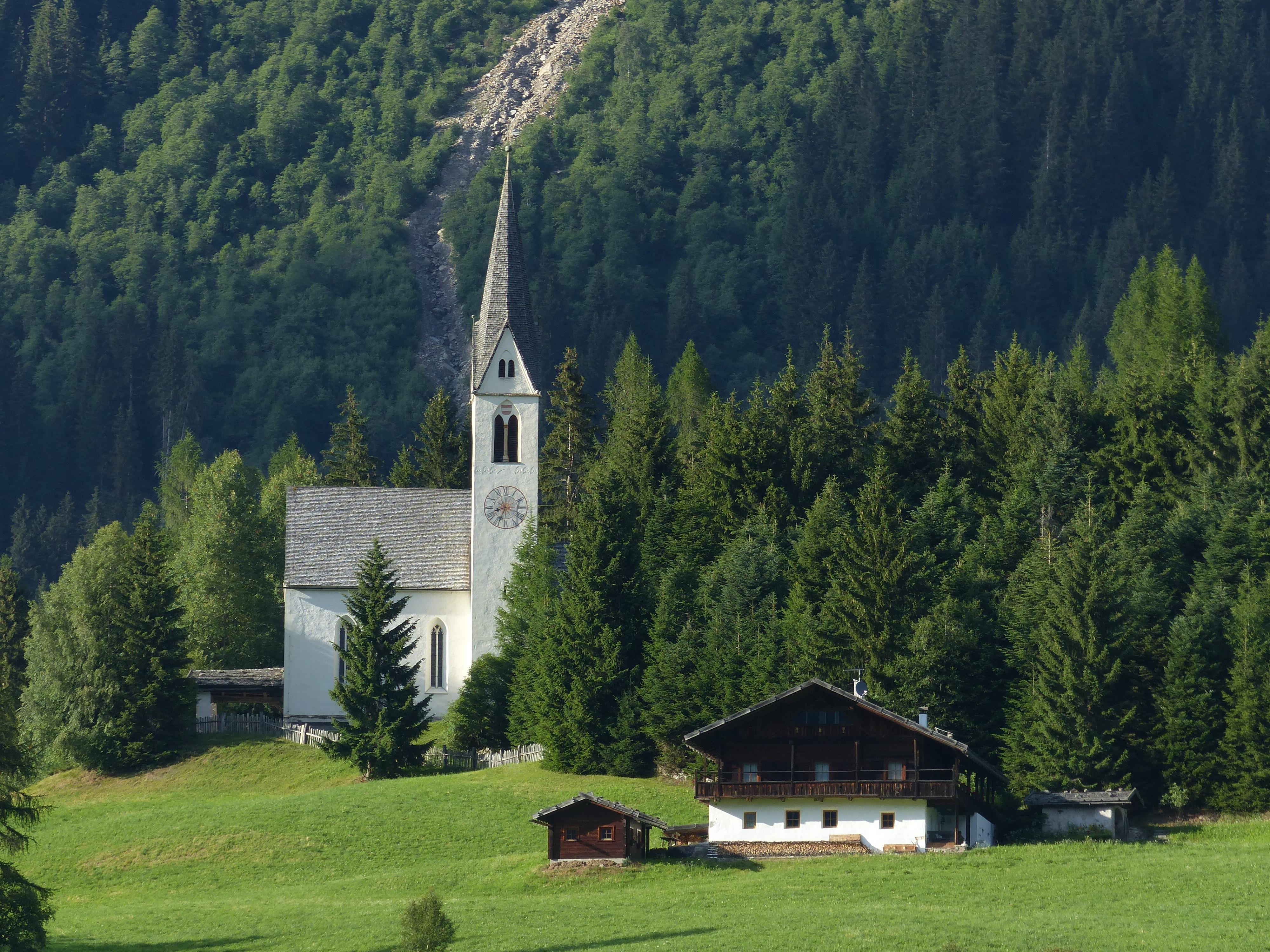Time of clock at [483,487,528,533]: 8:33
